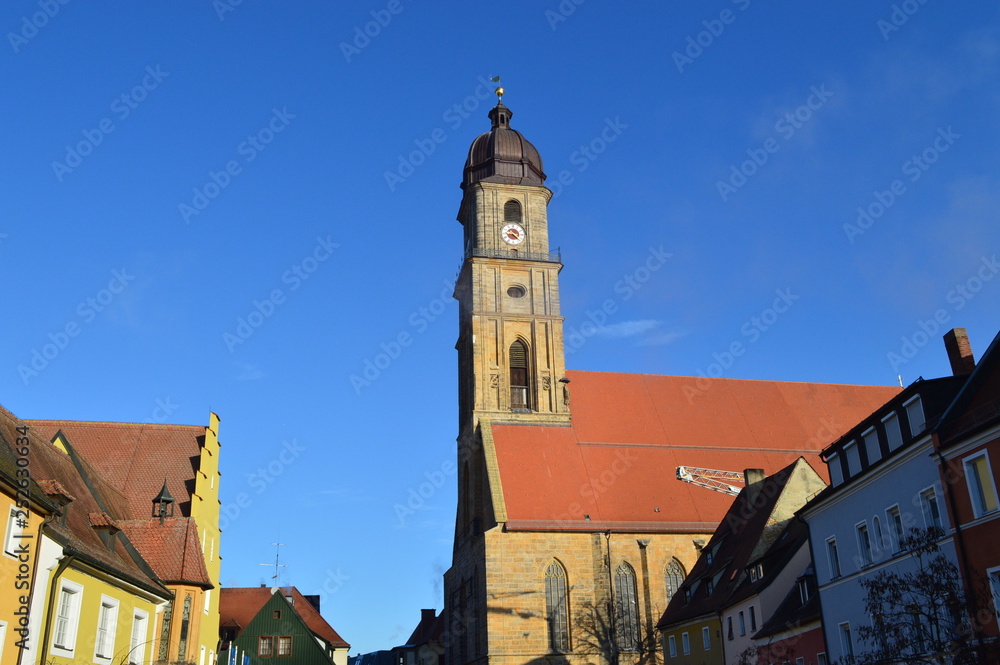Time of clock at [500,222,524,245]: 8:22
